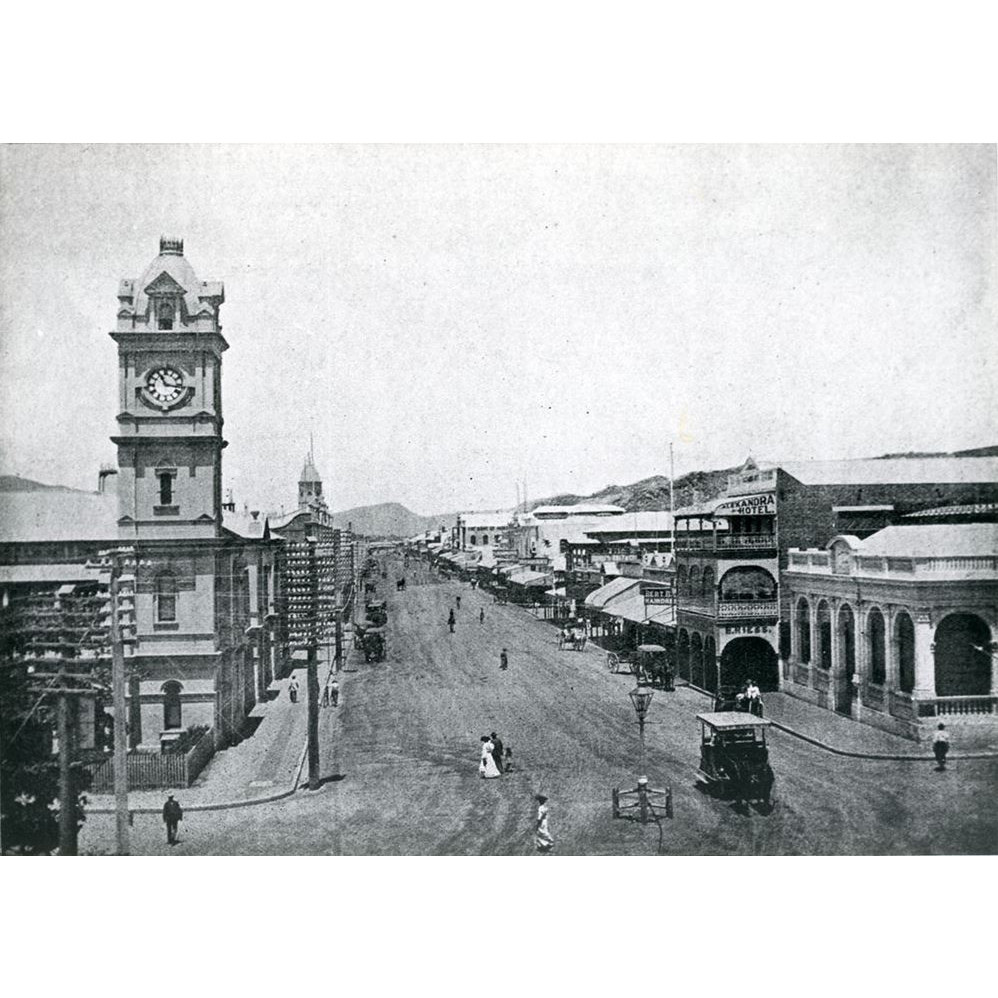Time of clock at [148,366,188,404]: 11:16
